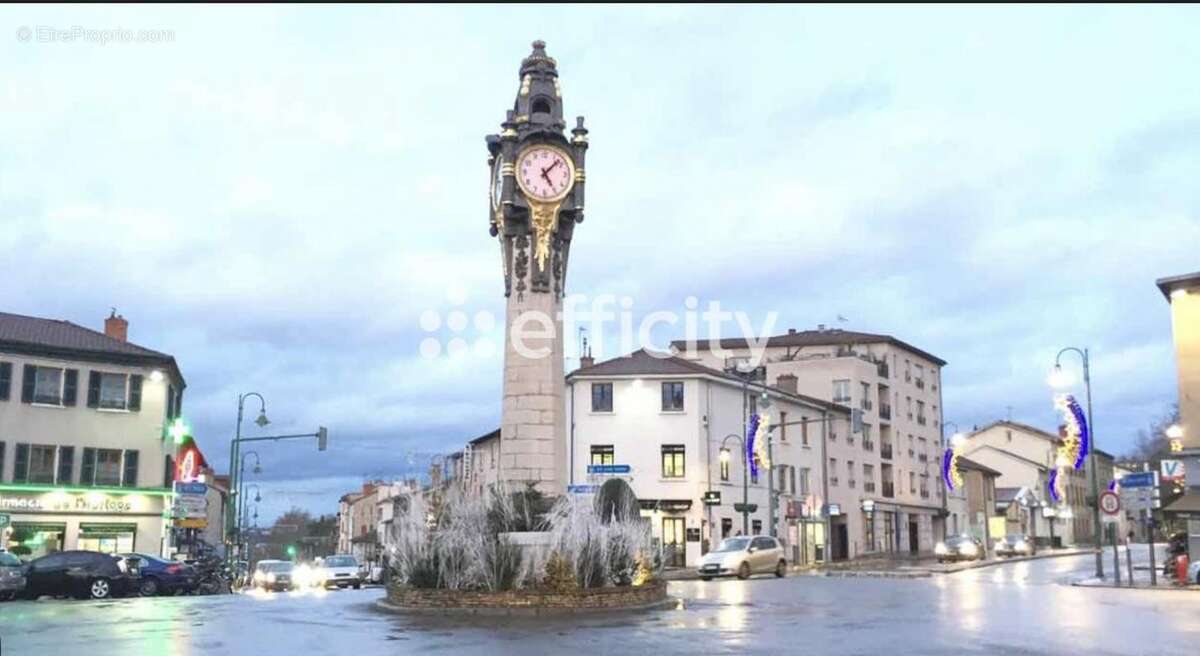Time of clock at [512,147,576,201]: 5:07
